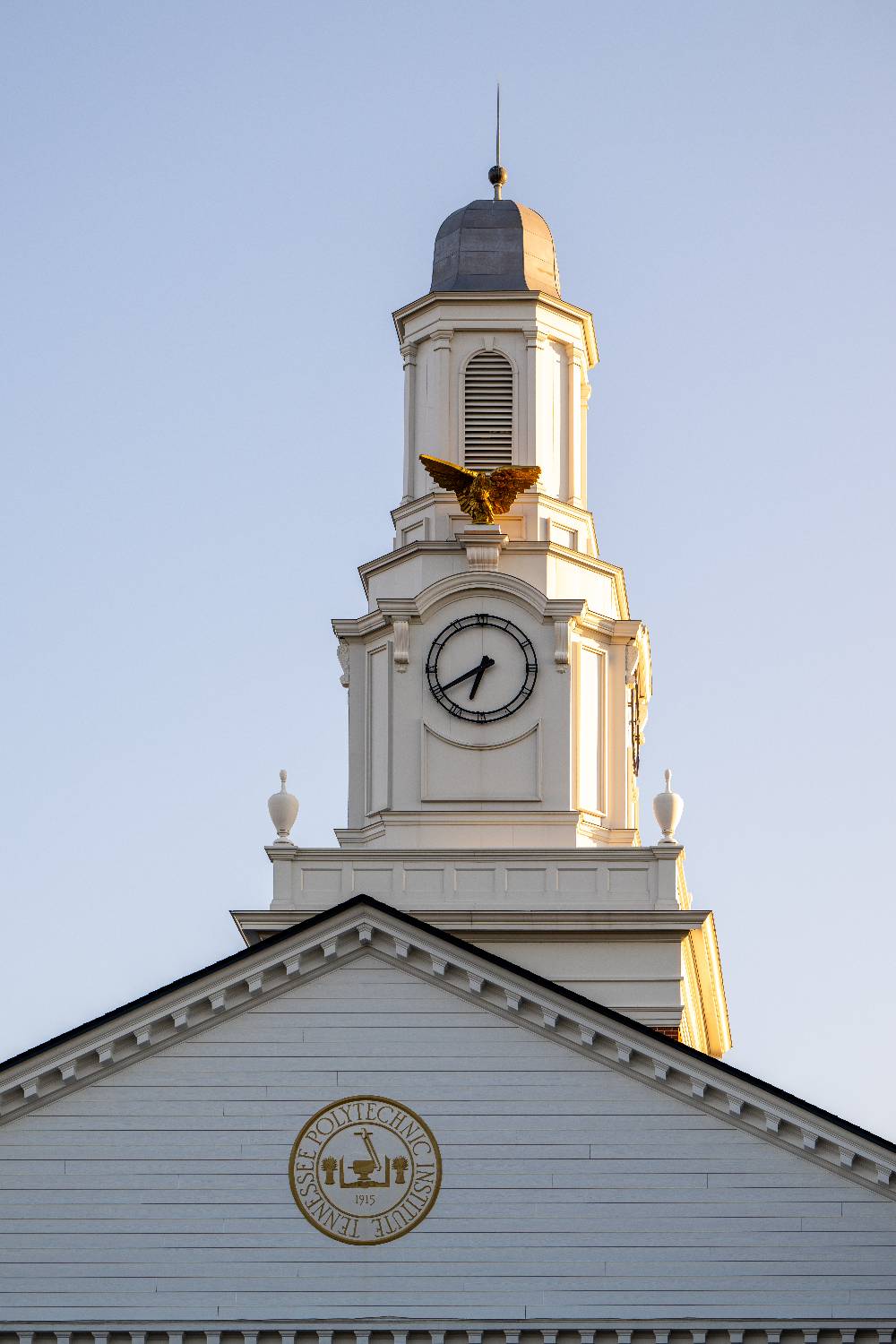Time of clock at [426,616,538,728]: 6:39
